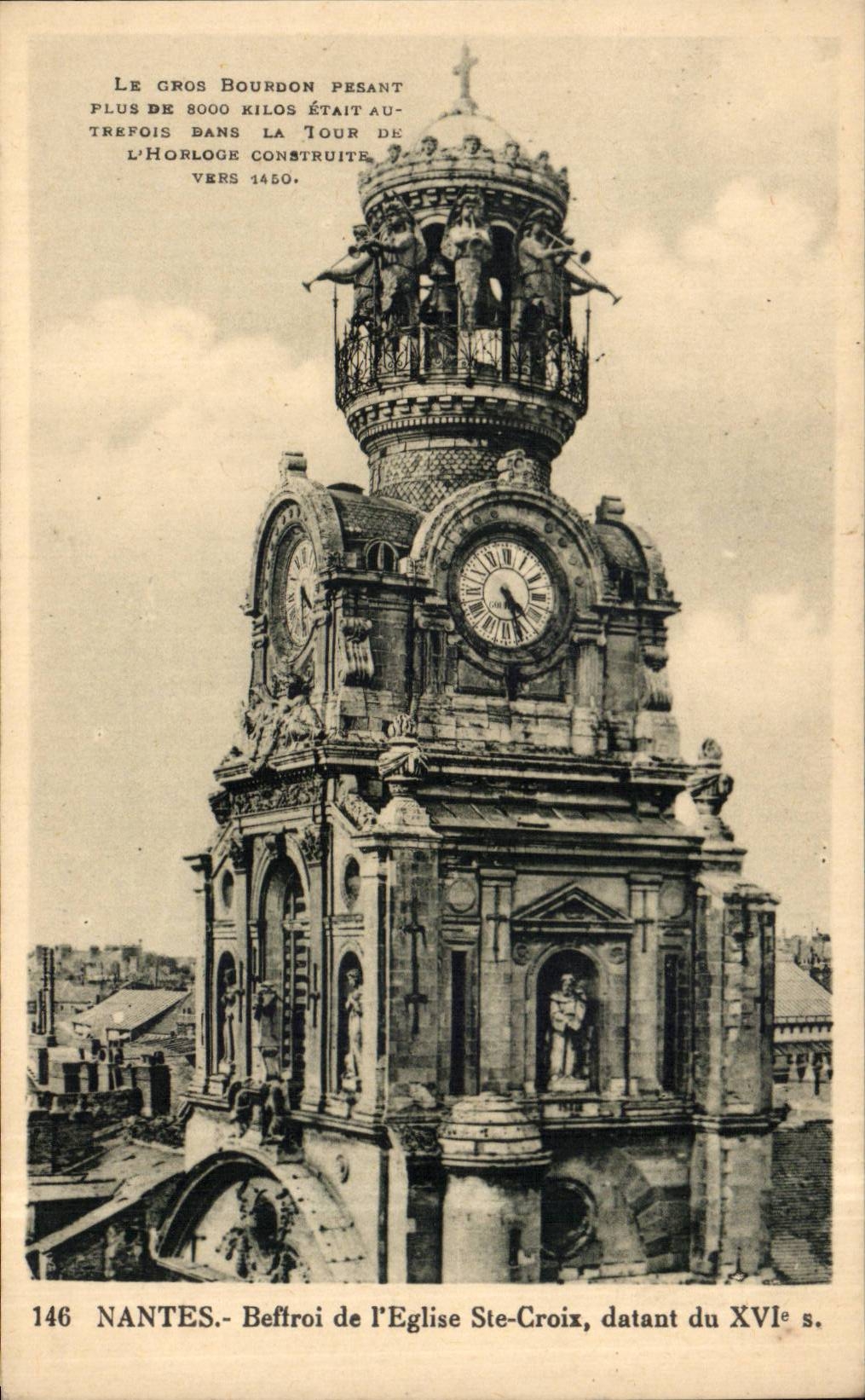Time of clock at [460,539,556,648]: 4:26
